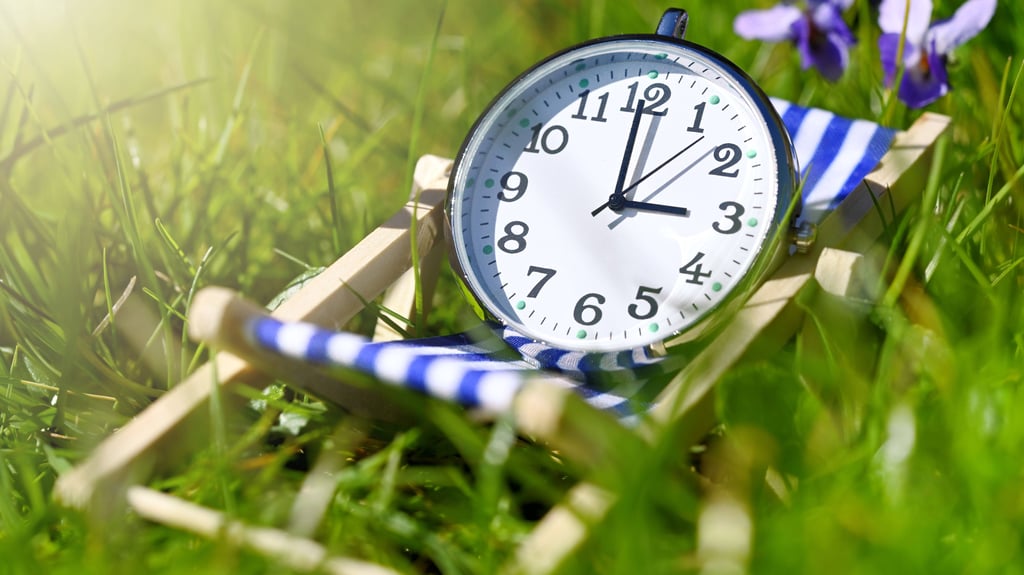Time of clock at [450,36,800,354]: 2:59
